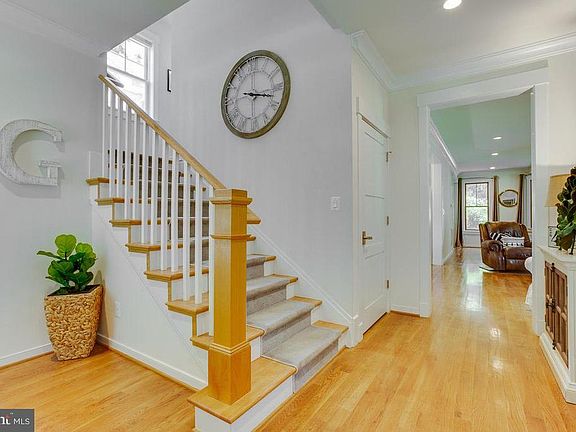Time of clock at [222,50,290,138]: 3:17
